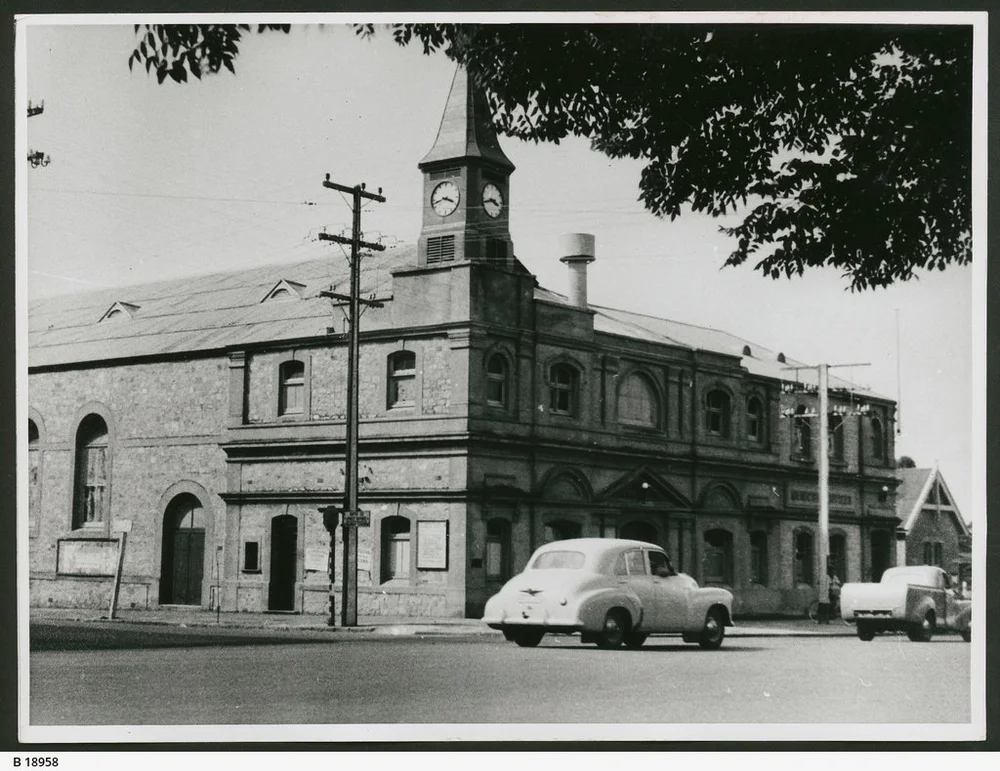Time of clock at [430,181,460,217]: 3:42
